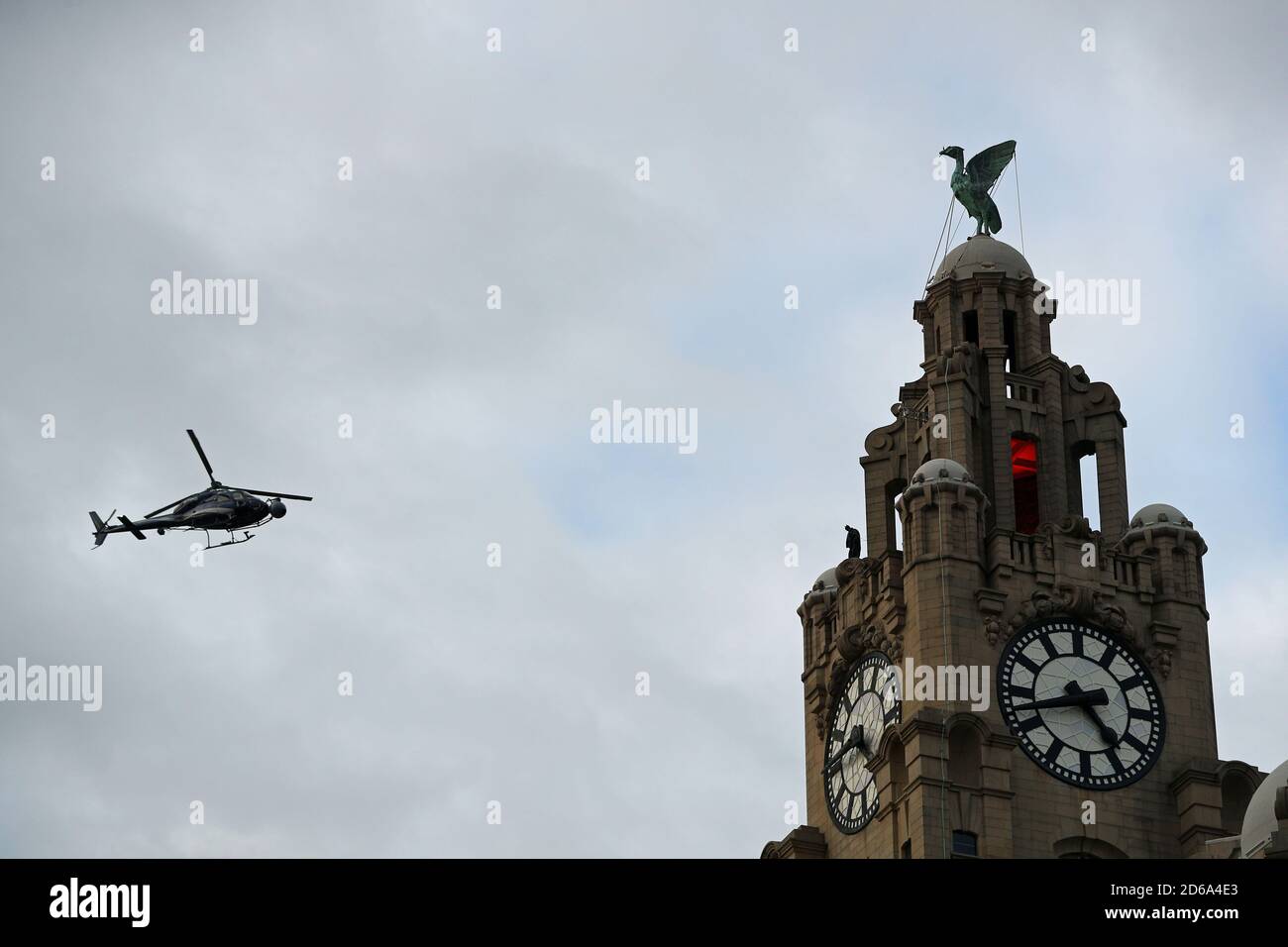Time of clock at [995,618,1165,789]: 4:42
